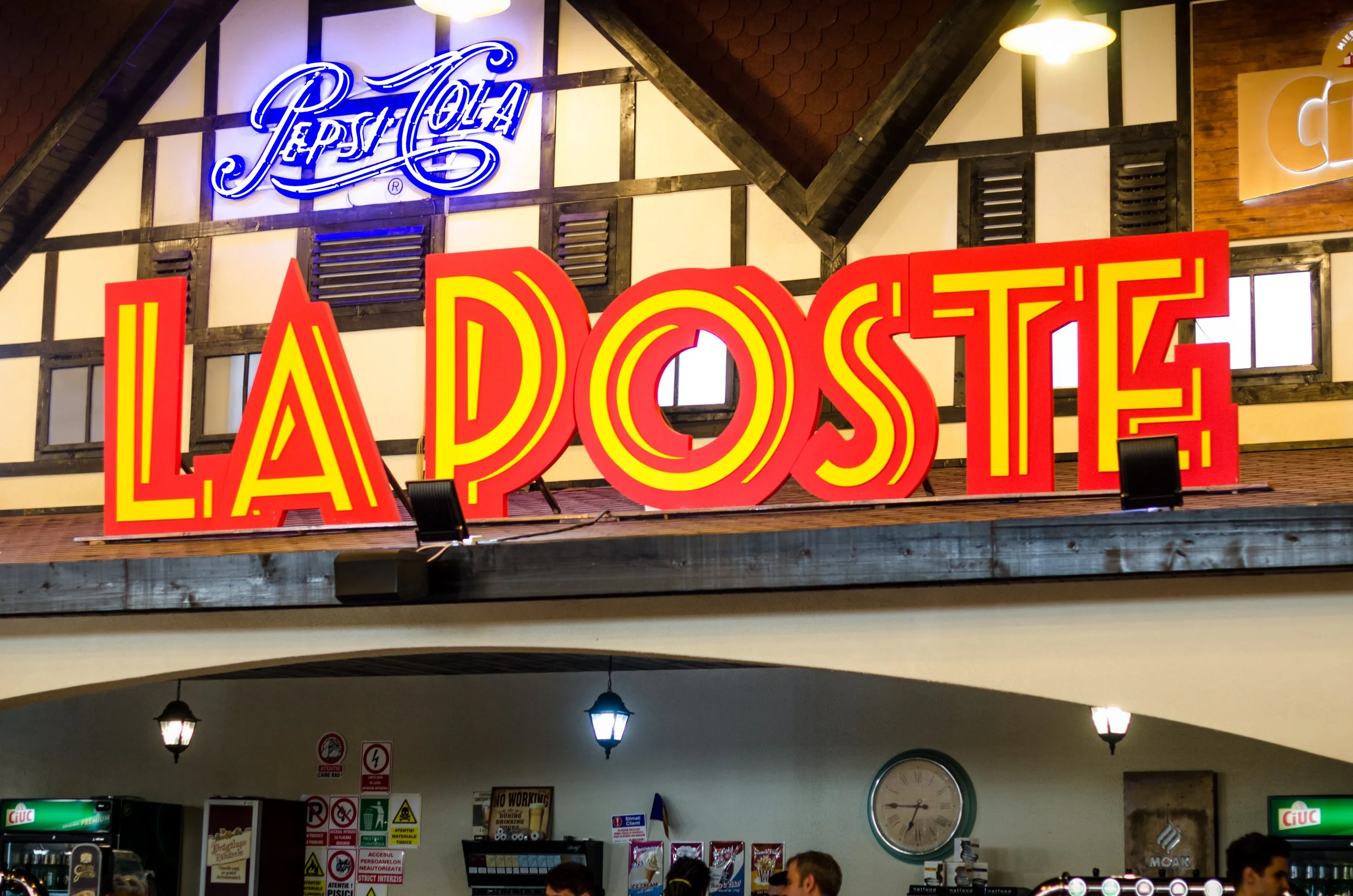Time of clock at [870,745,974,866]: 6:45
